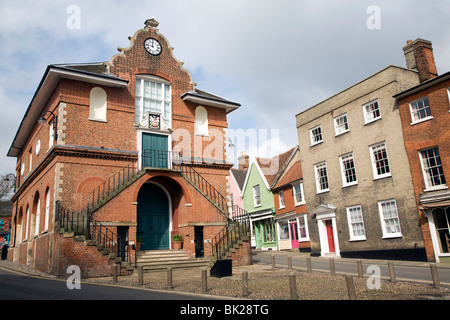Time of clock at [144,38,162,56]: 11:46
